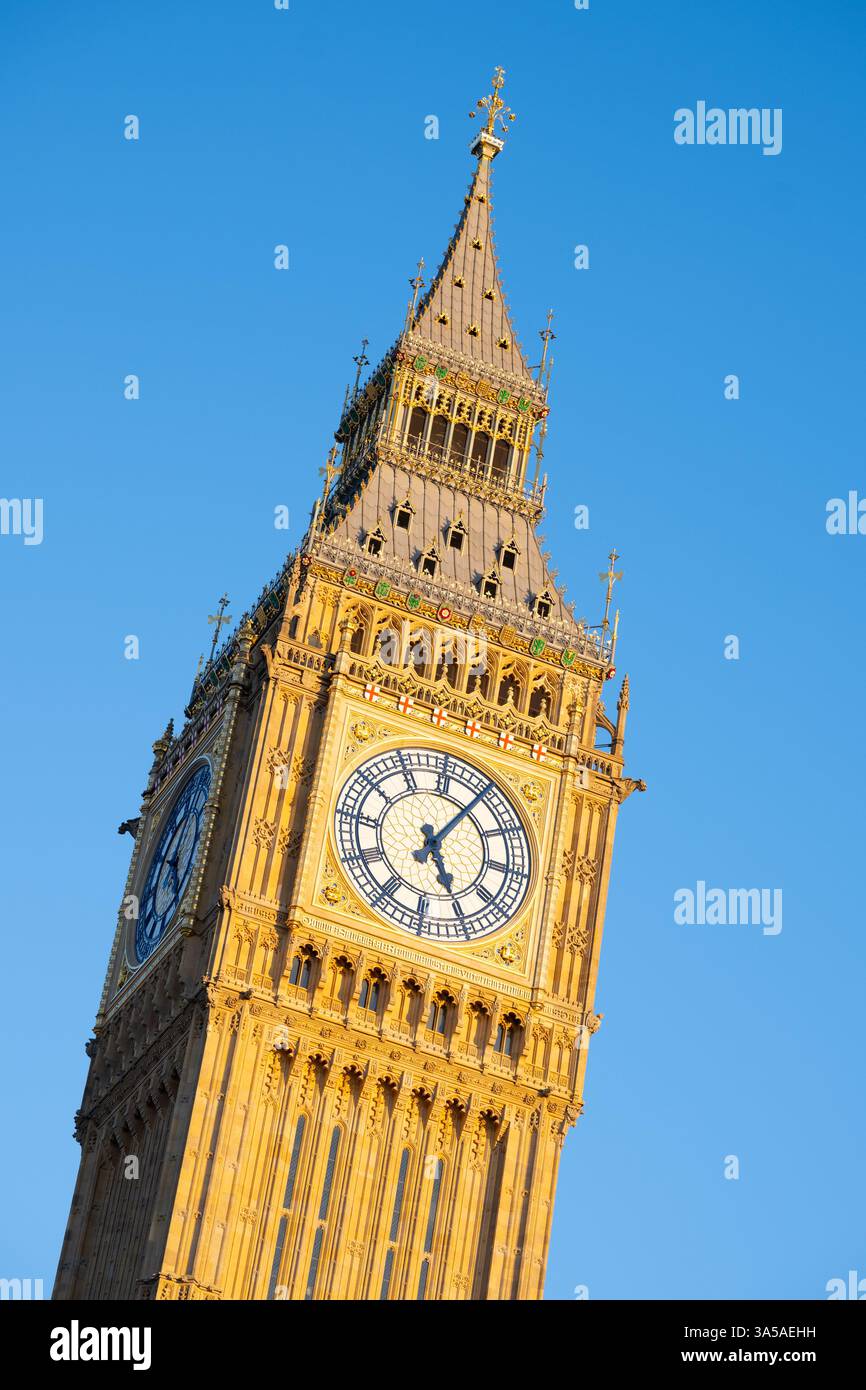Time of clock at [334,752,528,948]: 5:05
